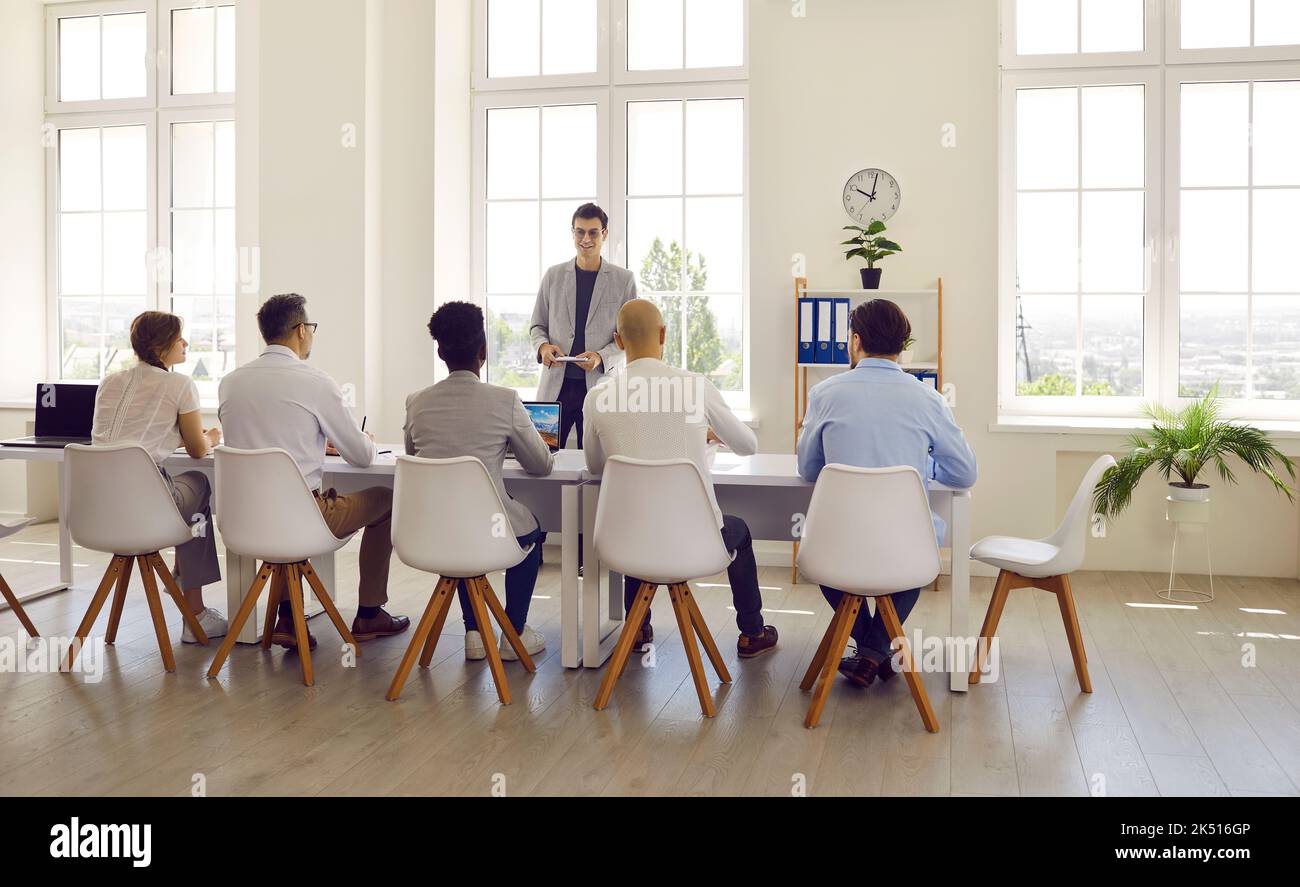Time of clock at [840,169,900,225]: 10:02
